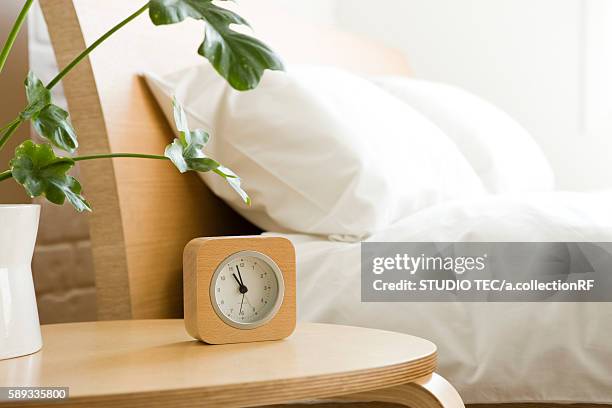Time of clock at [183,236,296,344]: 10:57
